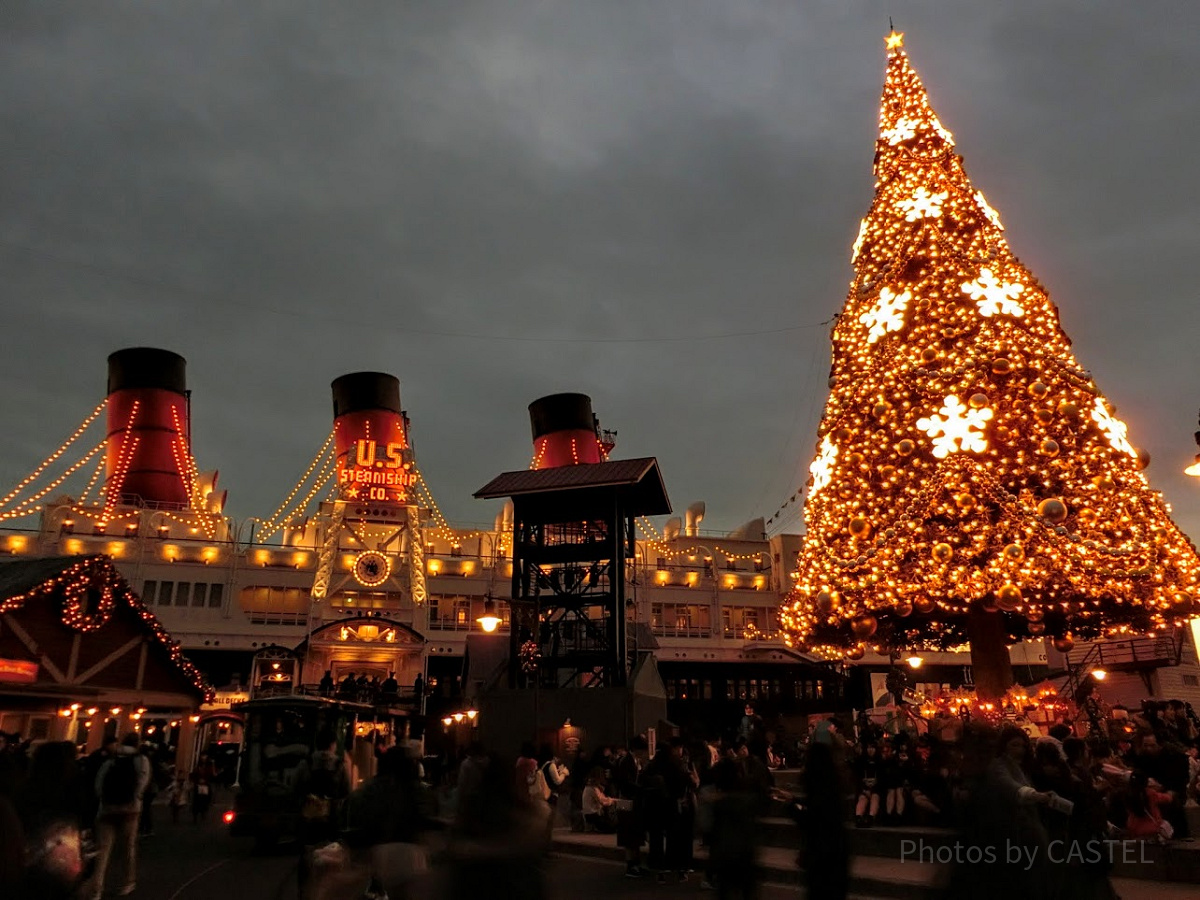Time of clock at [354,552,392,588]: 4:49
